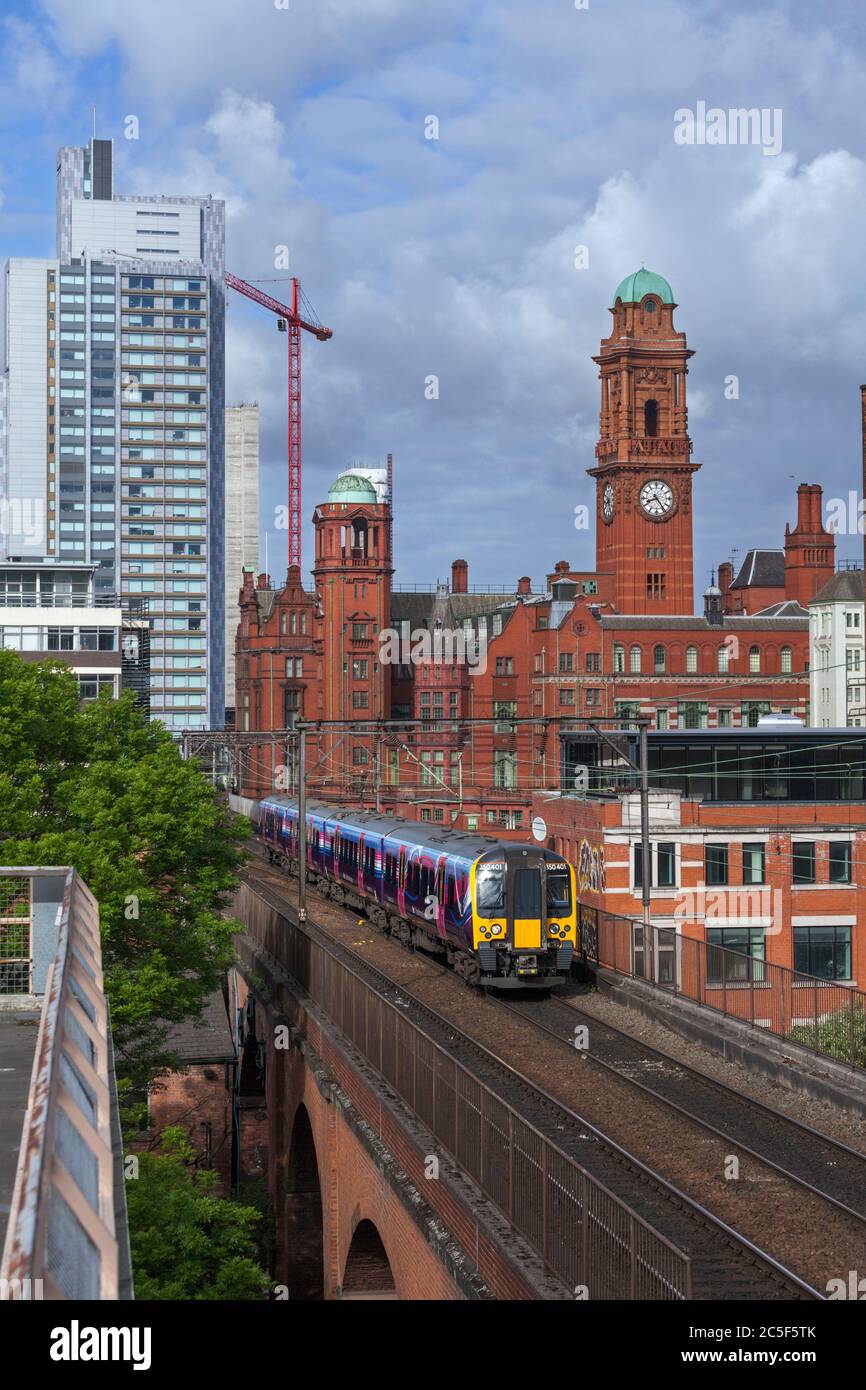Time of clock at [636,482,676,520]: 8:24
